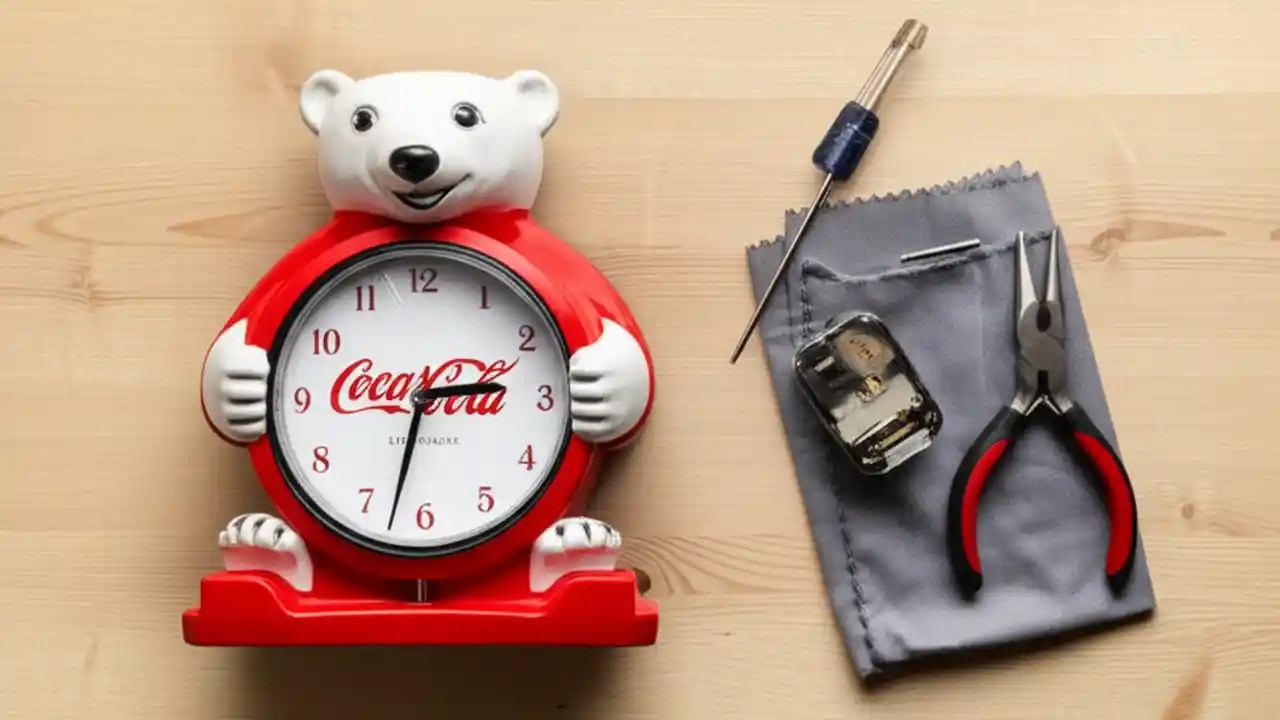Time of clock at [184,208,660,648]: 2:32
